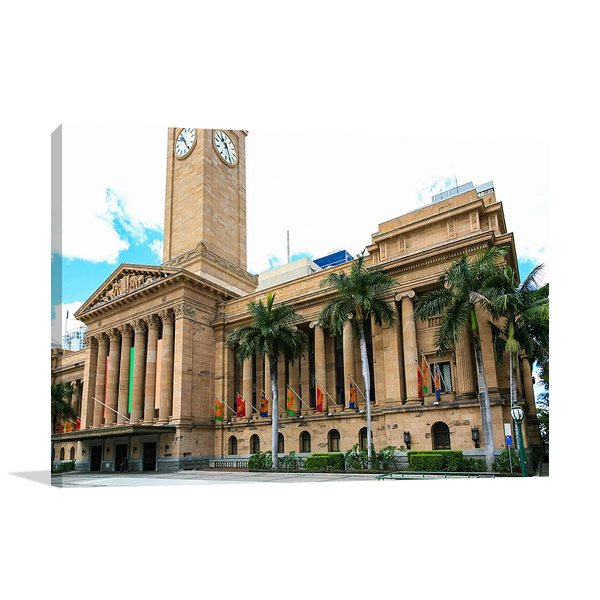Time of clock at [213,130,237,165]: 10:28
